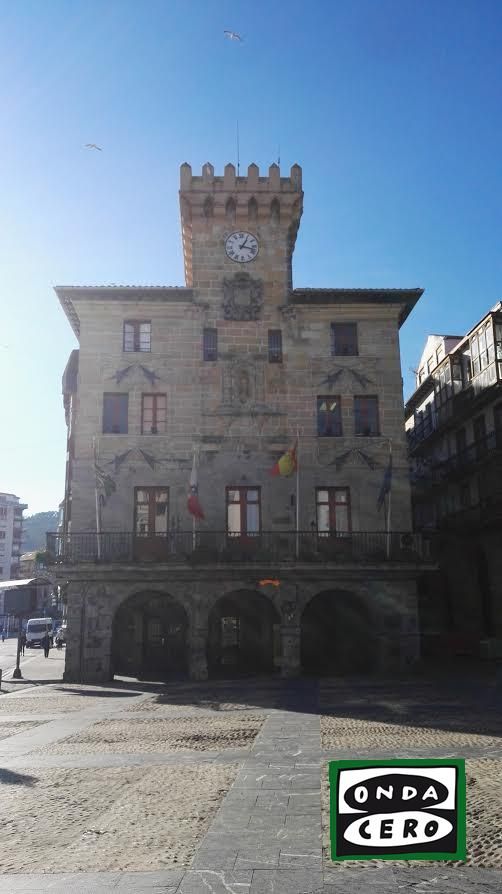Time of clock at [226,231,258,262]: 1:17
